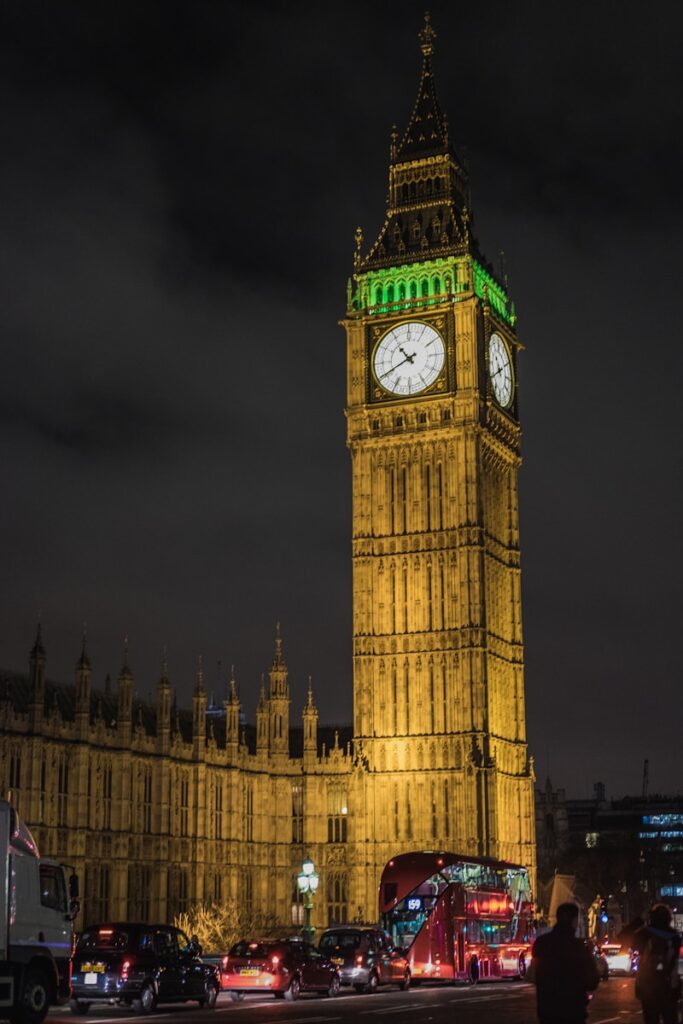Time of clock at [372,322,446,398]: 10:40
